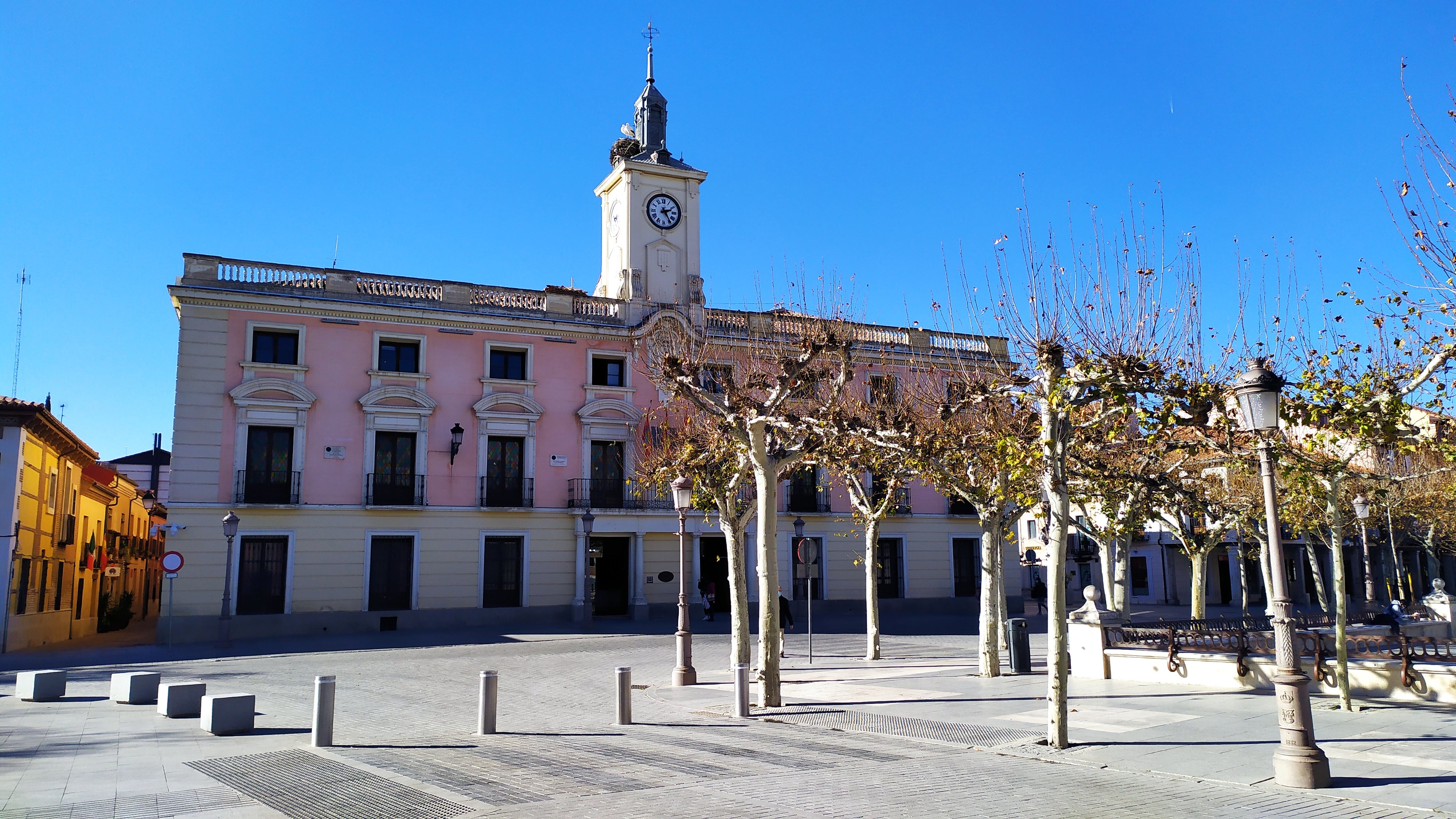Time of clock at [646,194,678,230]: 2:24
